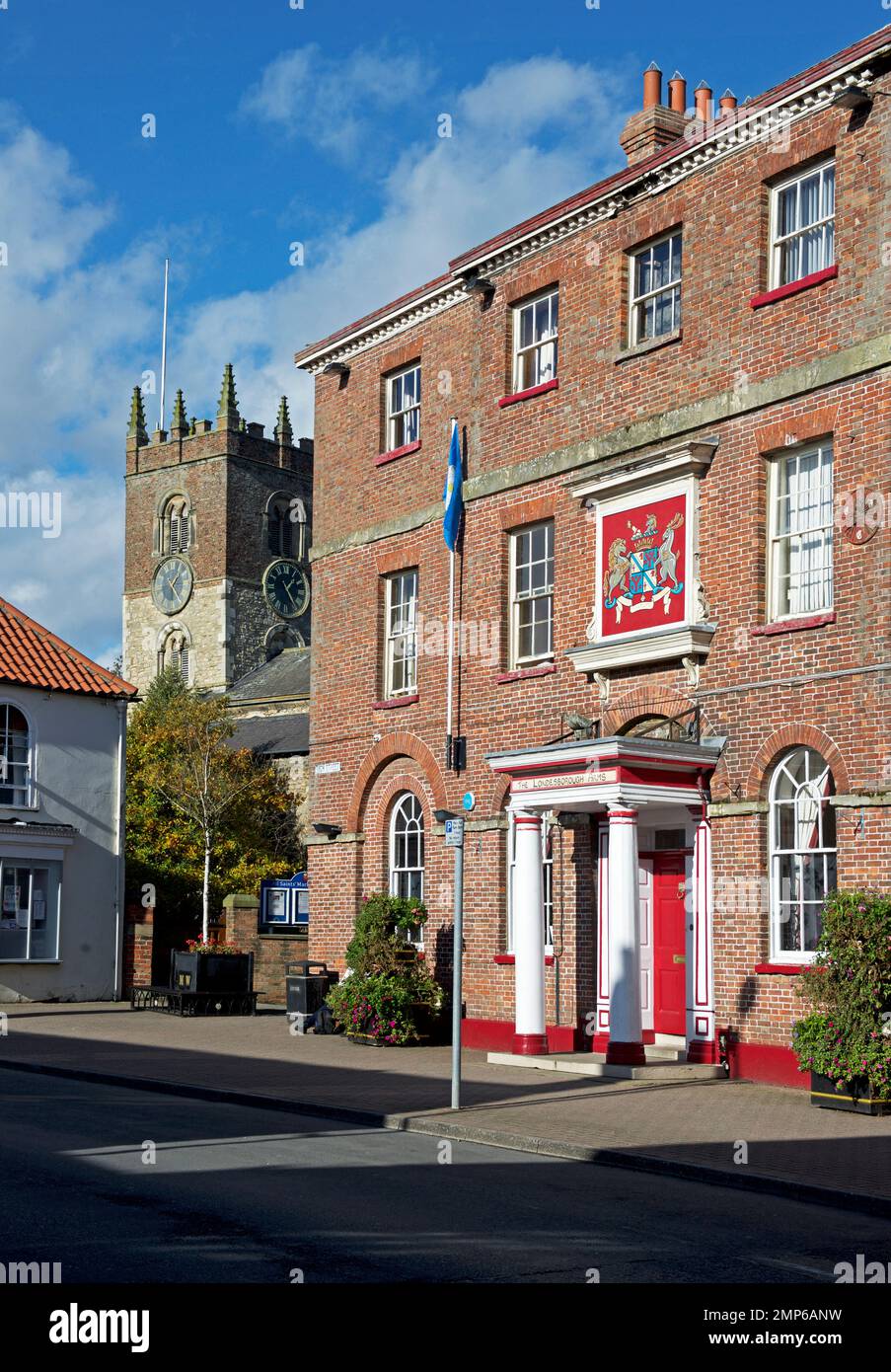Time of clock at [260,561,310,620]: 1:24
